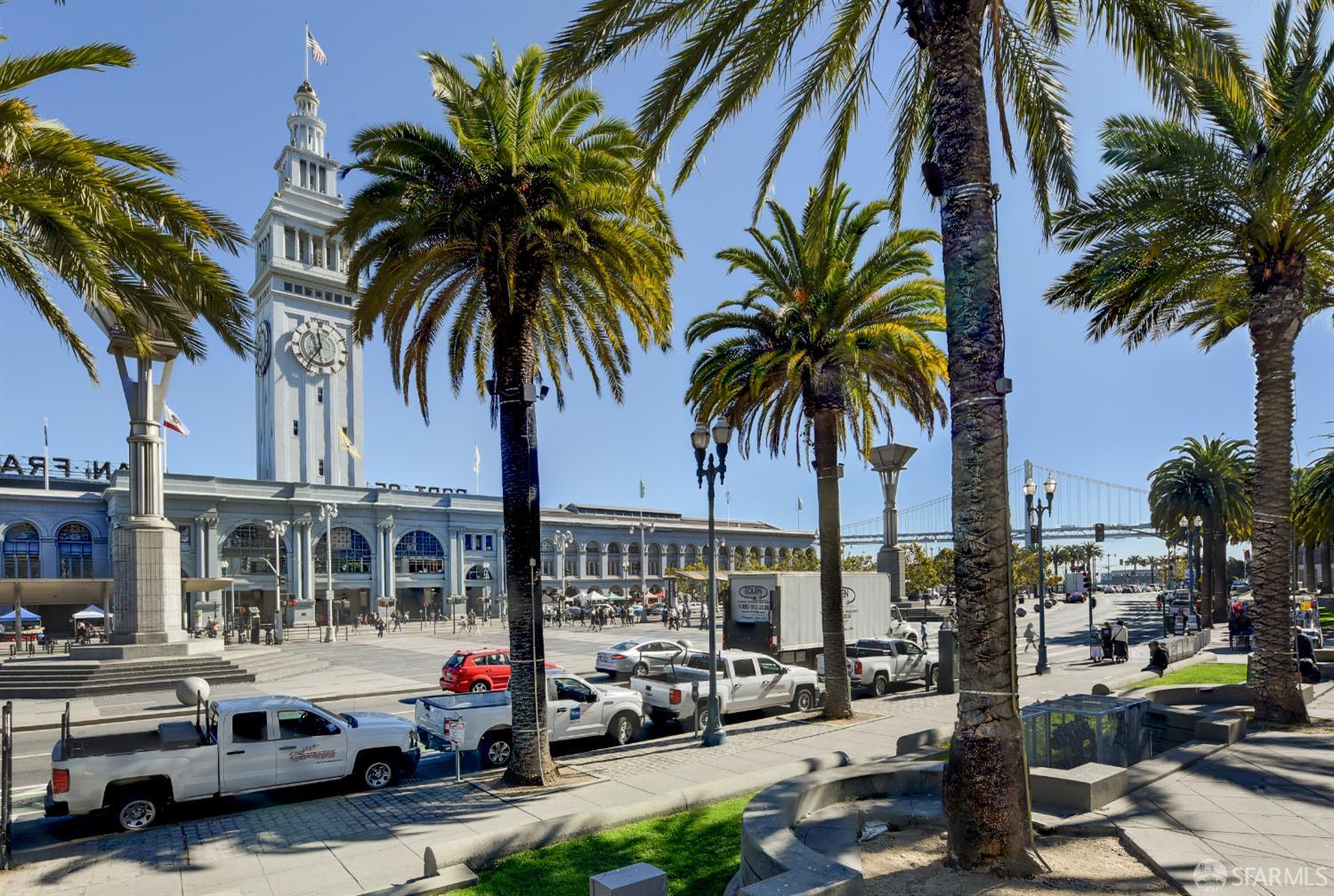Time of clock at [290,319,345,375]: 11:35
